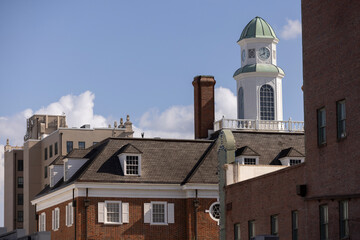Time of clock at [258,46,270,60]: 7:59
